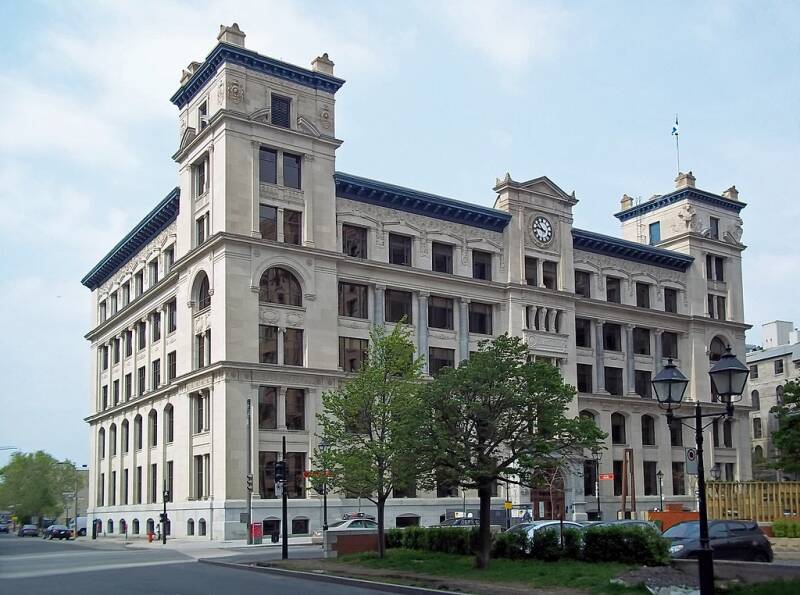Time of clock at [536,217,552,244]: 3:46
